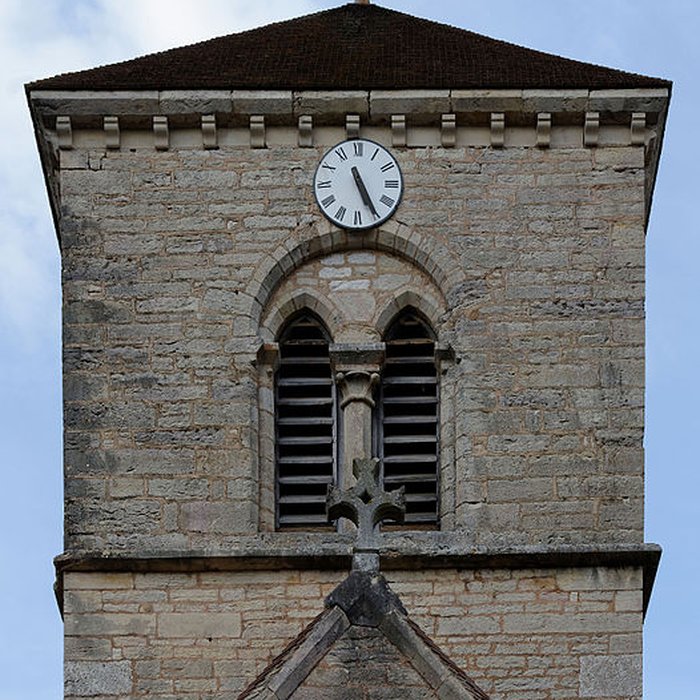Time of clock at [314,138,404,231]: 11:25
